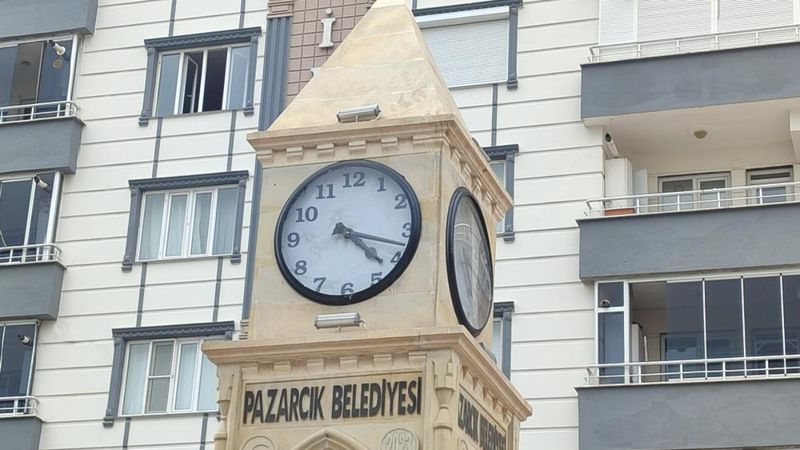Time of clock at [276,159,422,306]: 4:17
